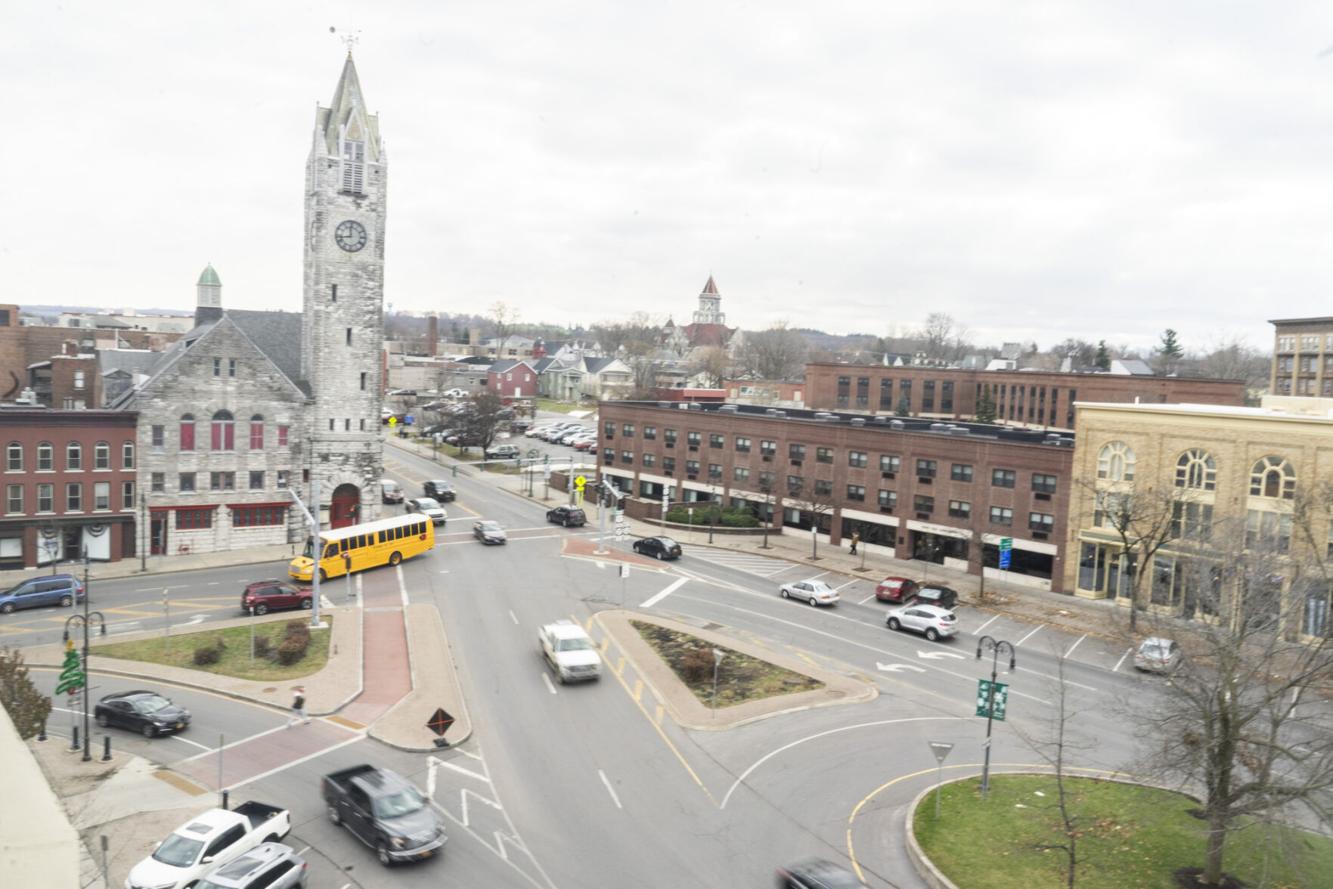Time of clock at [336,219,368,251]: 11:42
